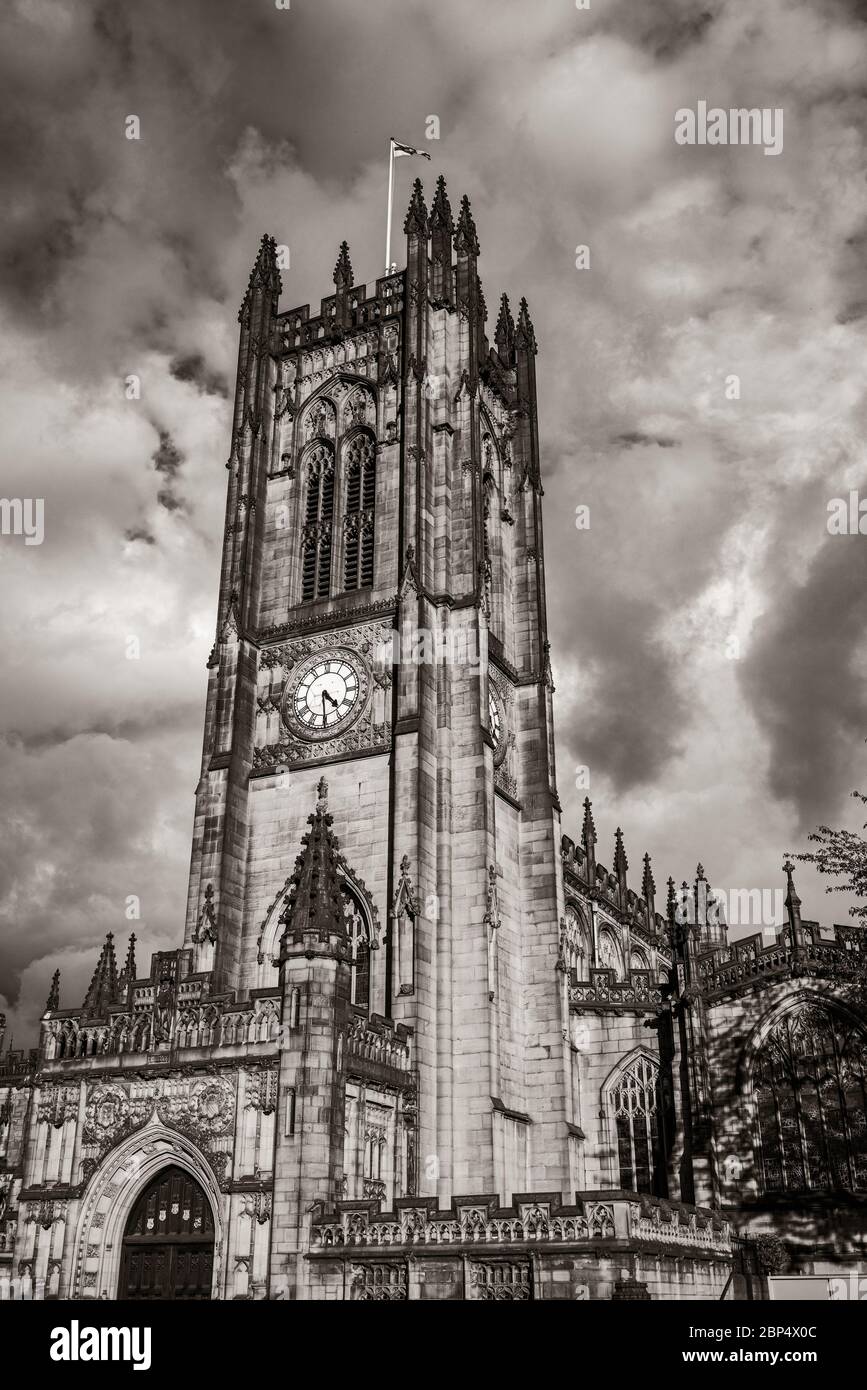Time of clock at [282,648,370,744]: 4:29
